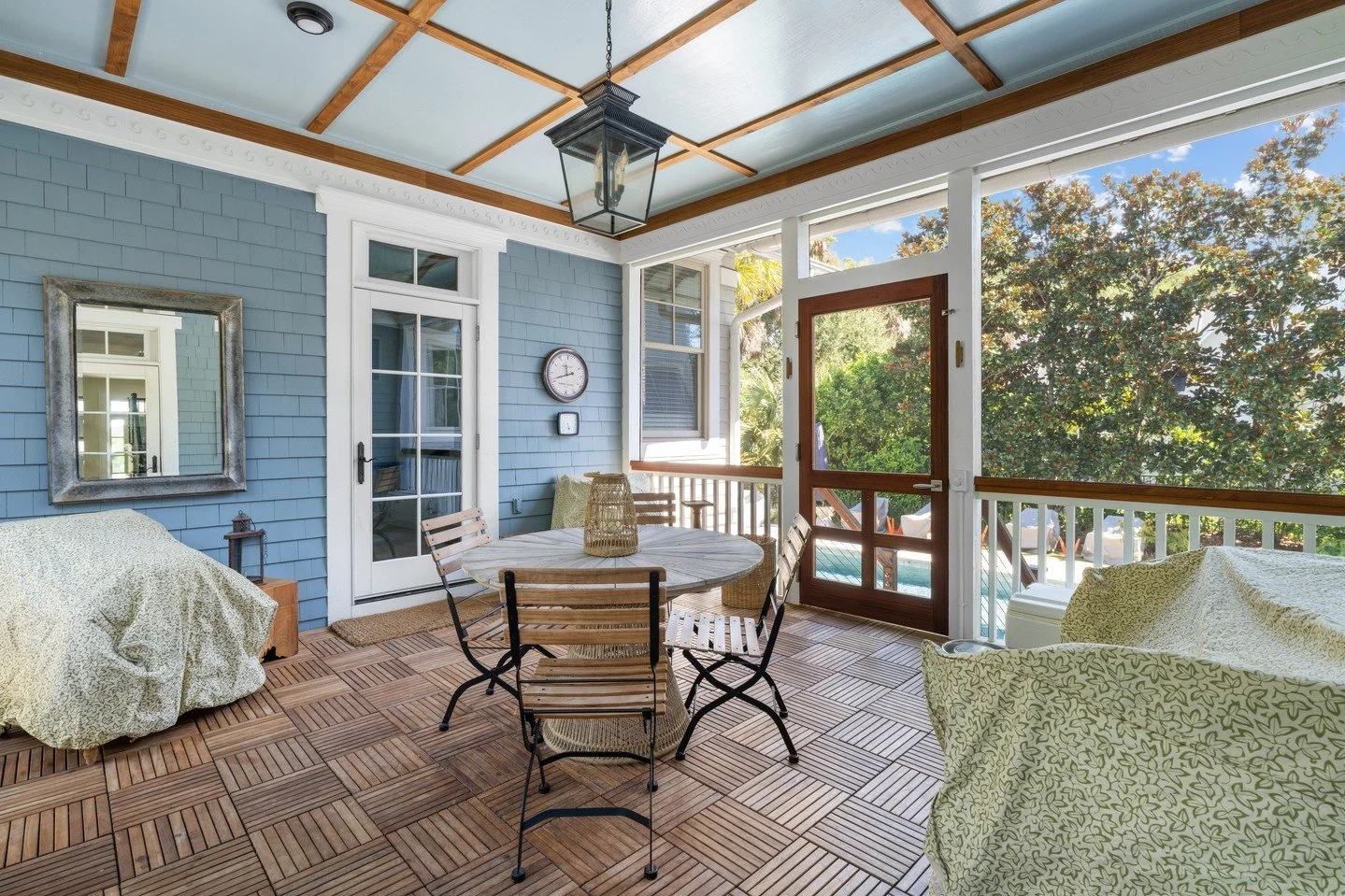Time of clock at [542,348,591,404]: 11:41
